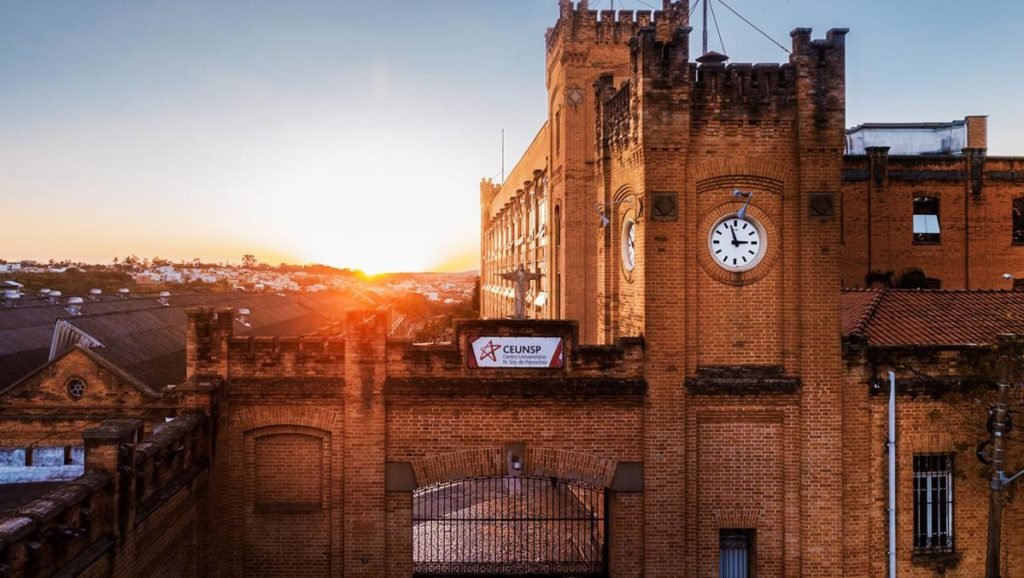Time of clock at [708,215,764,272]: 2:57
